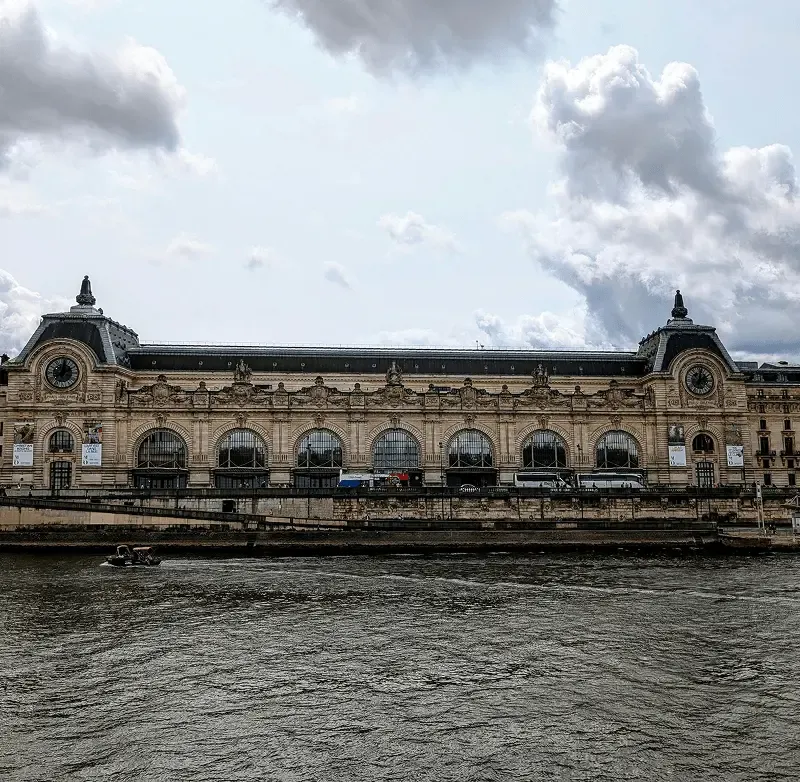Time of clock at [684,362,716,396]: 2:02
